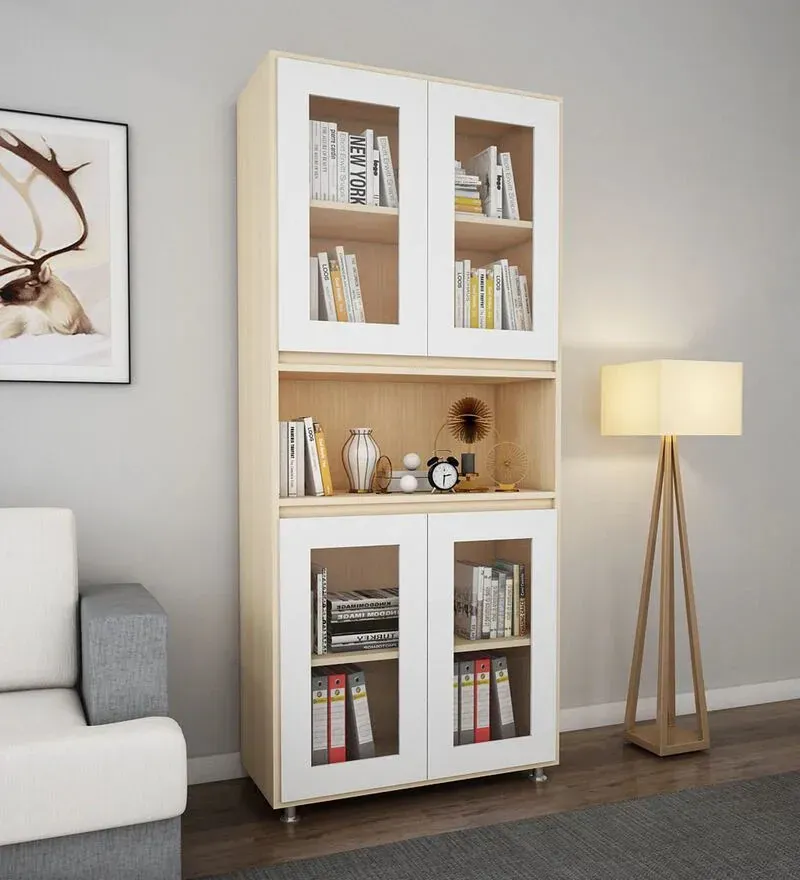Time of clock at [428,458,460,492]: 2:30
